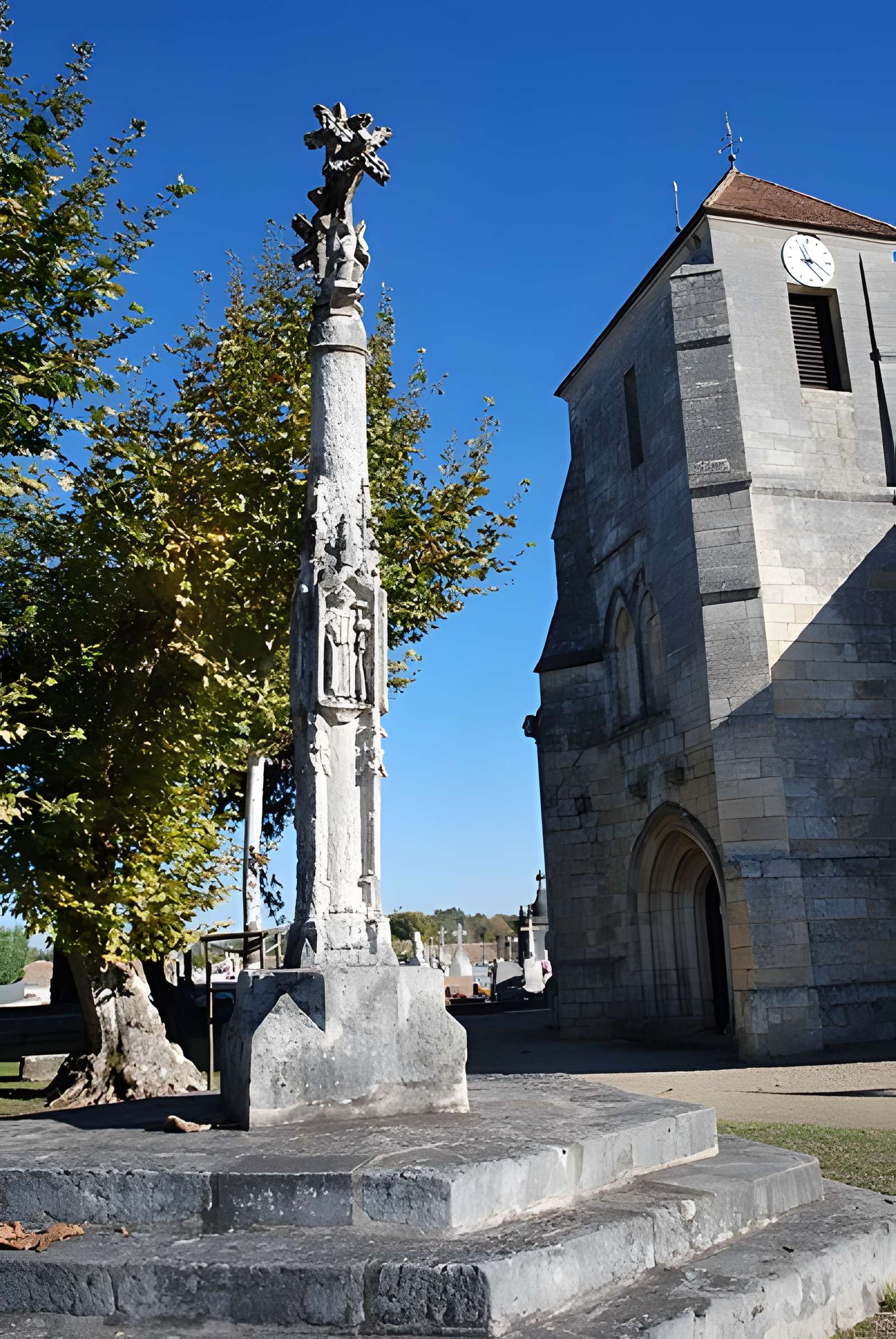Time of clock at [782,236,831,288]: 8:56
